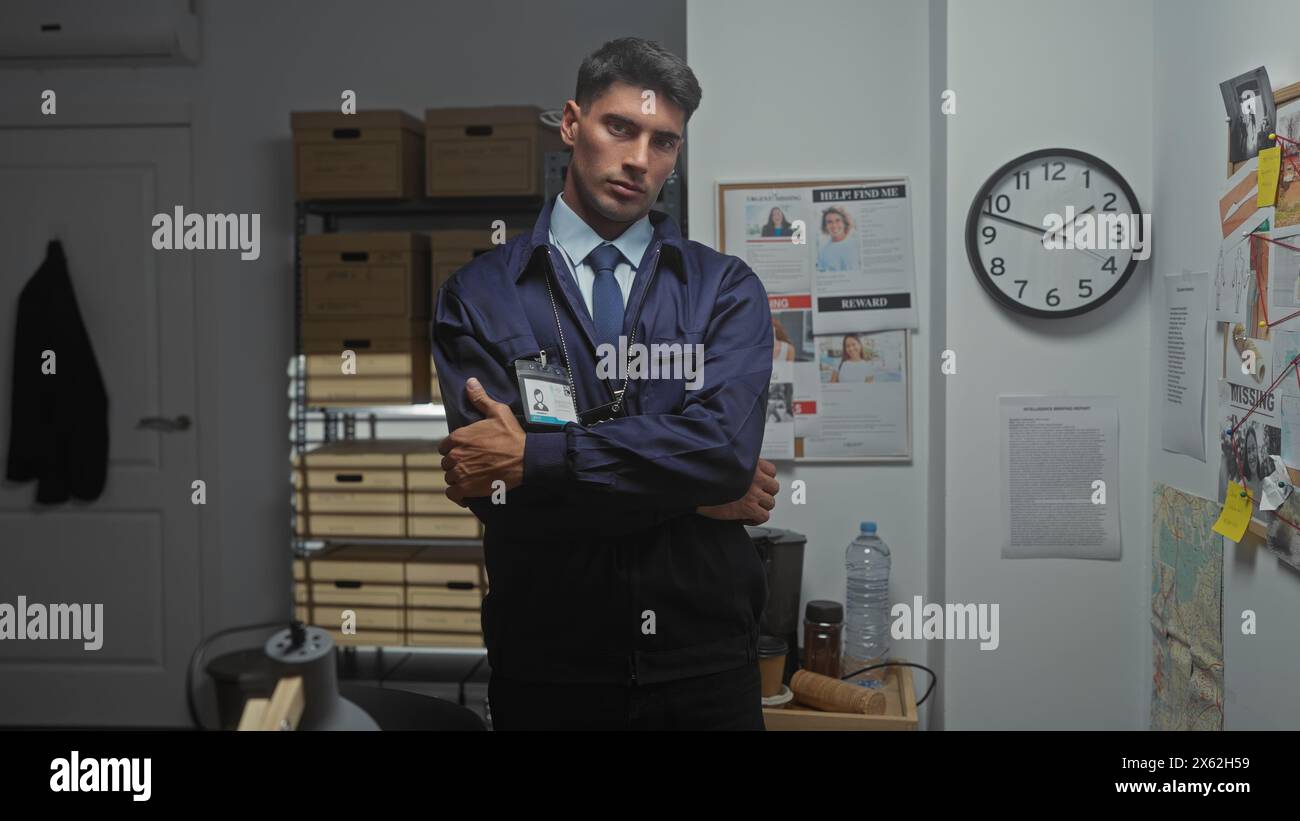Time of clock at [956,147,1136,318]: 1:47
